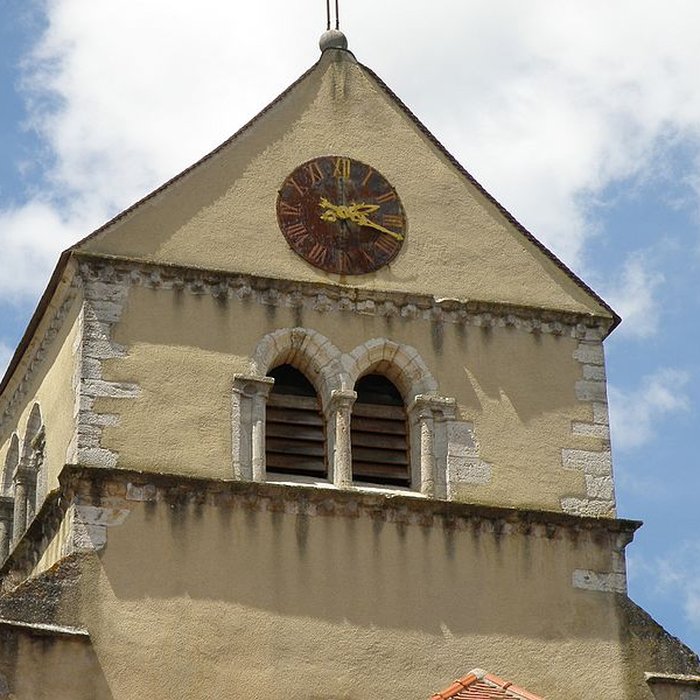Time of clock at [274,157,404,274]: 2:18
